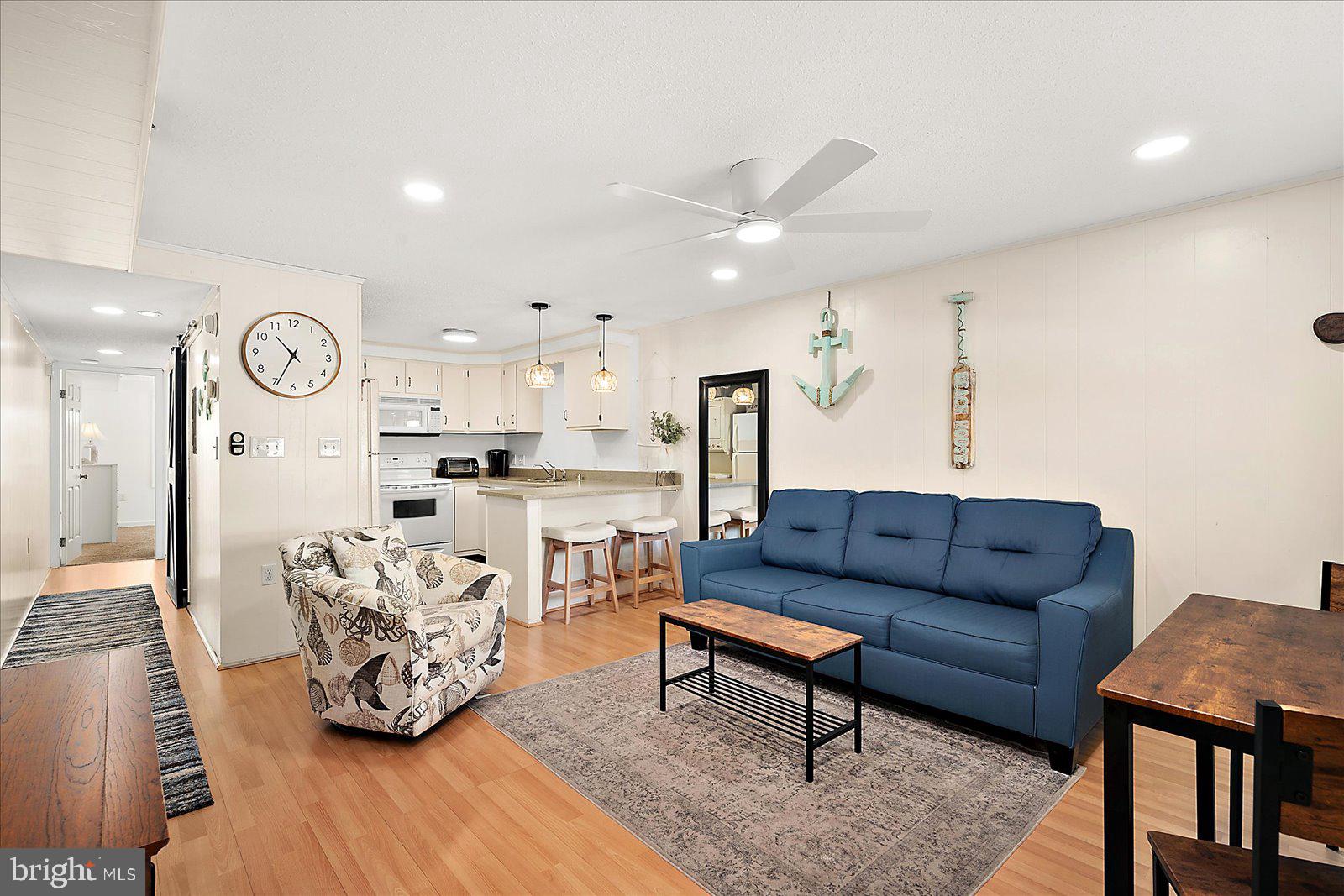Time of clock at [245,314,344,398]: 10:34
